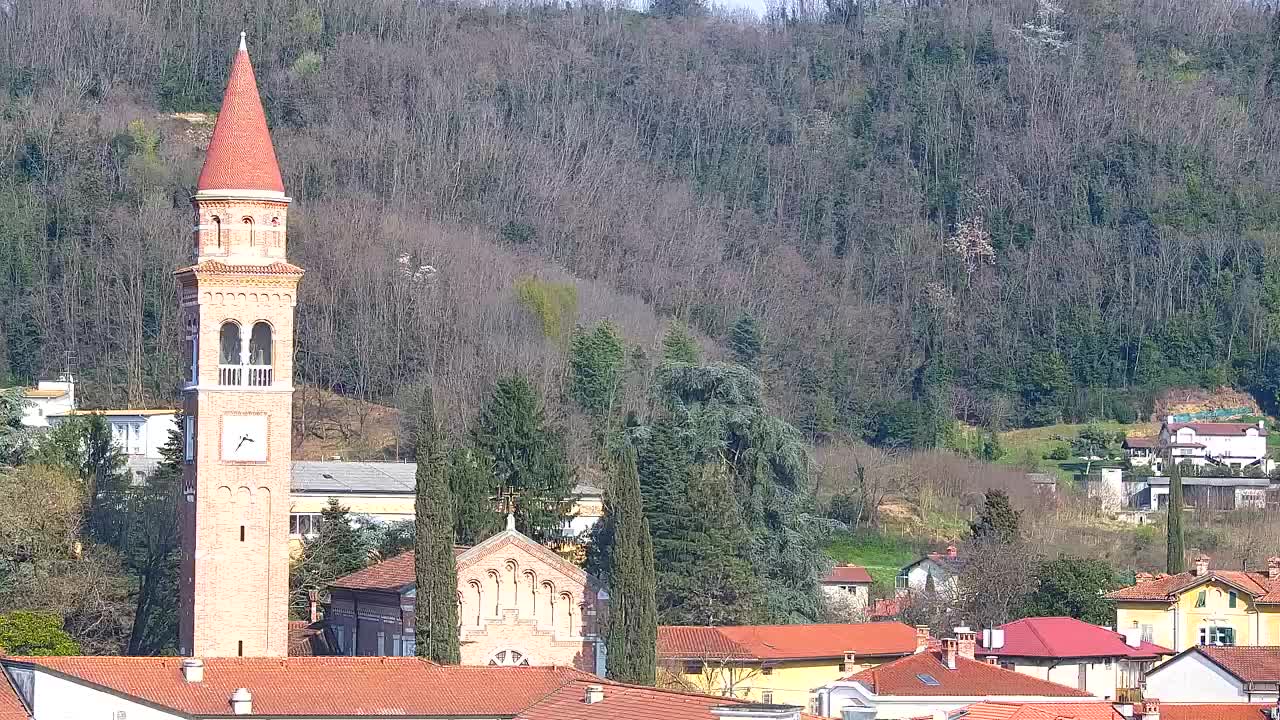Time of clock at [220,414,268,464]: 3:35
